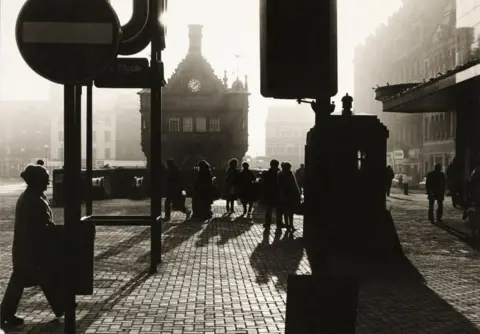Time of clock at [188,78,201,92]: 1:37
